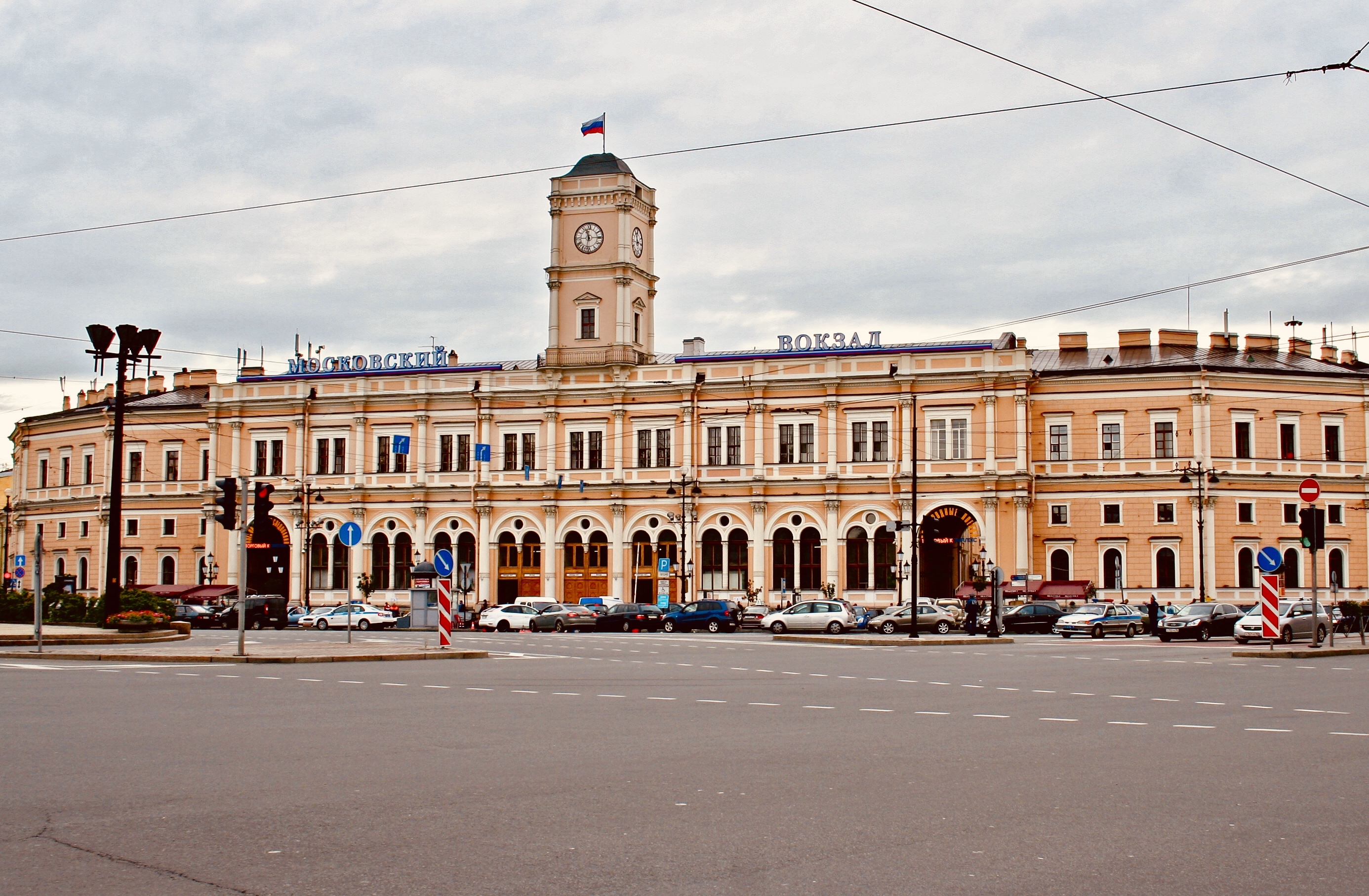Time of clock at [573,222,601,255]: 11:31
